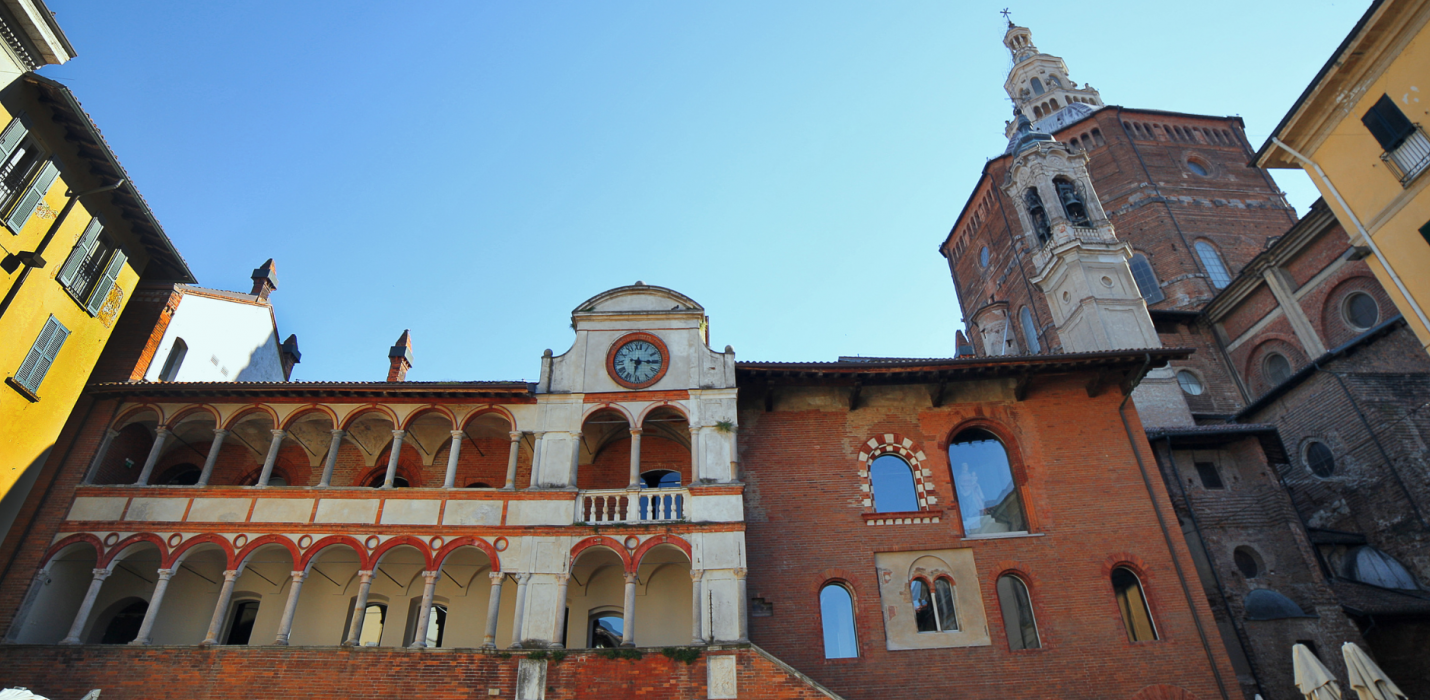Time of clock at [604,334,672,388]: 6:15
